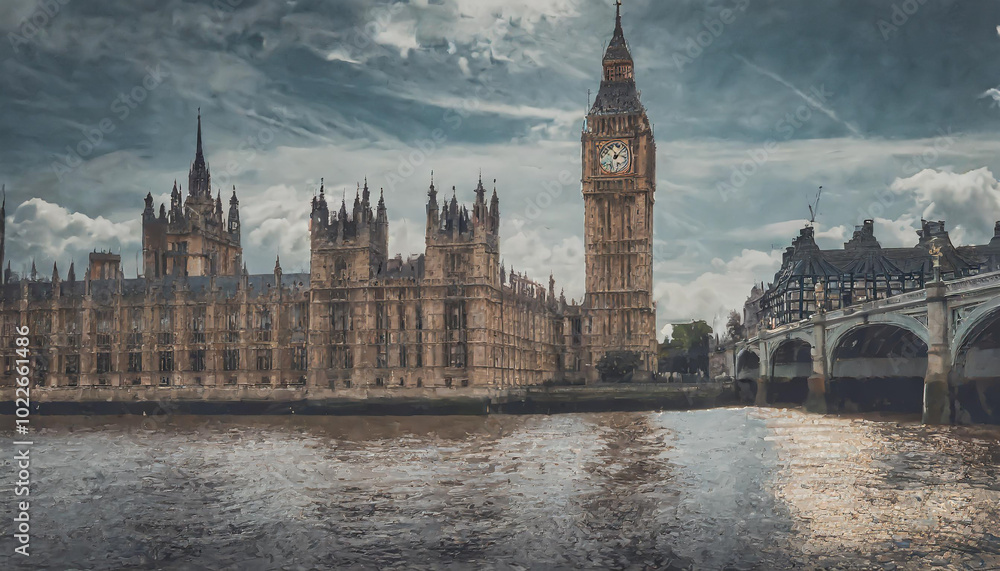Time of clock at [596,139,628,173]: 11:07
